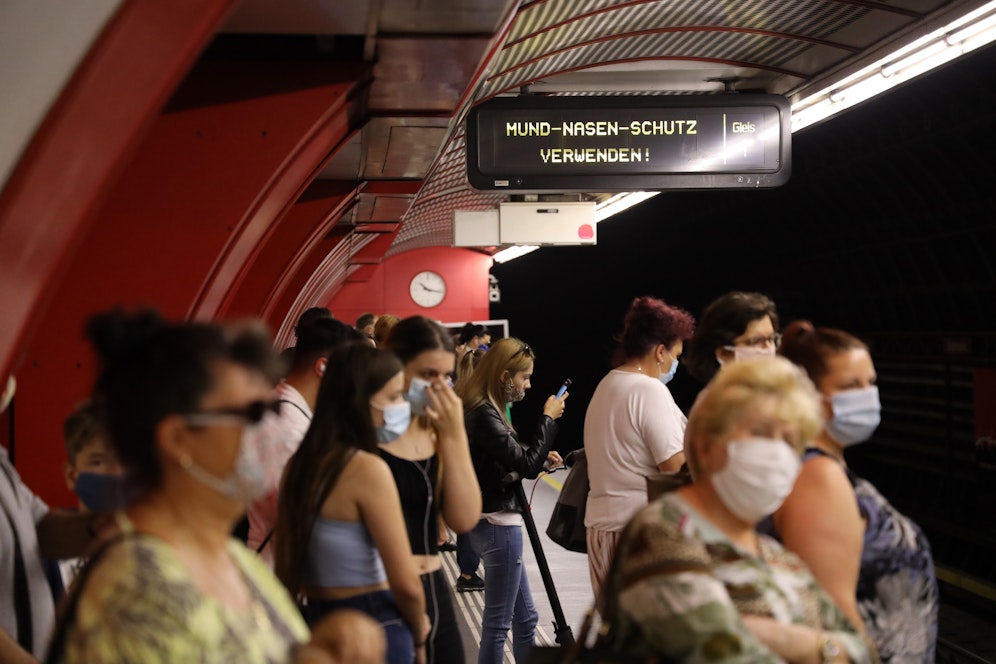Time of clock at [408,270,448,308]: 10:17
